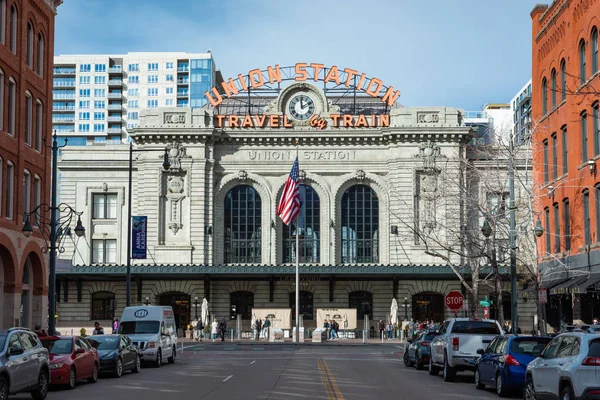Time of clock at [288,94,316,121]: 1:59
